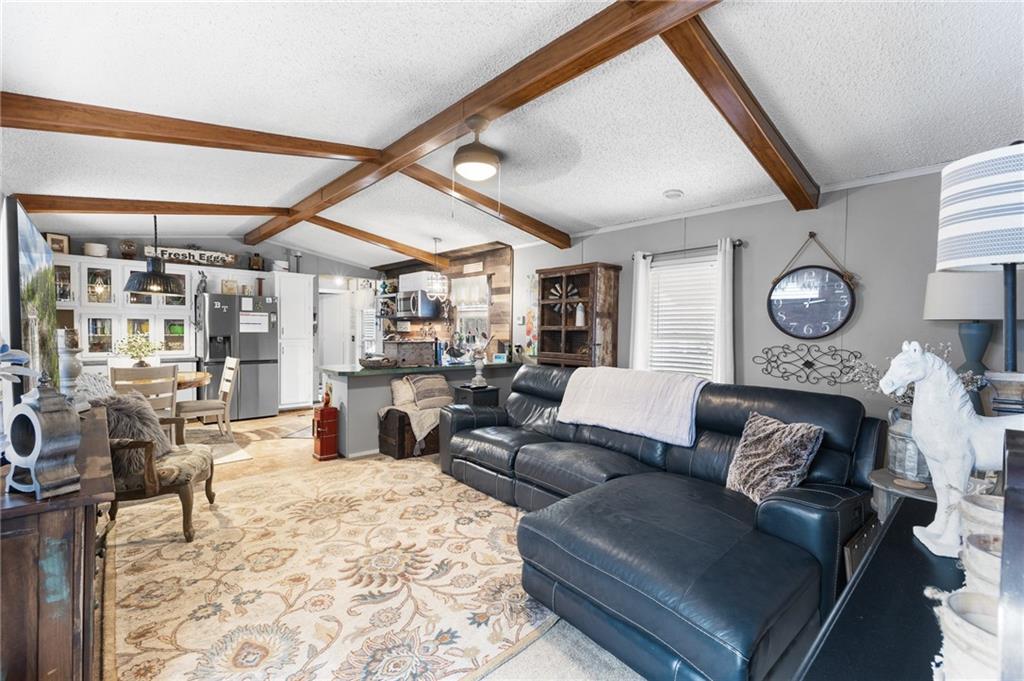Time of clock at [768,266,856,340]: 2:45
